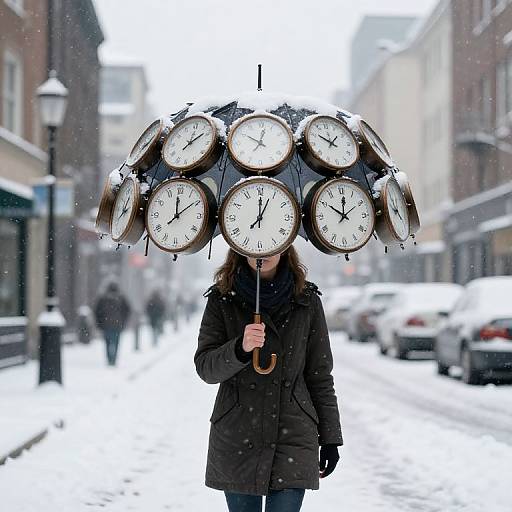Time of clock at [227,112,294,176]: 10:02
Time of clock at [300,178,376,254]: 10:01
